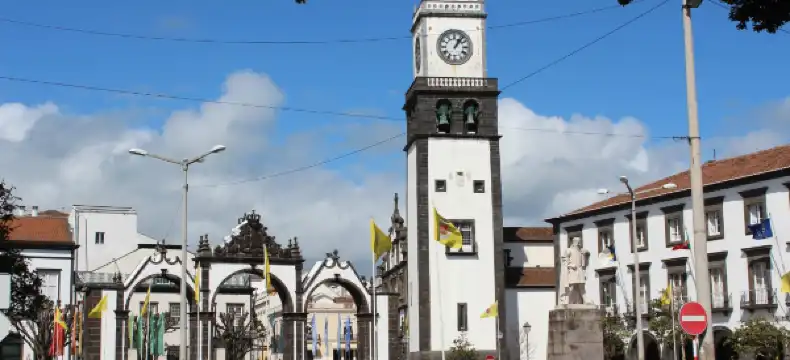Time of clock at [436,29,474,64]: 1:06
